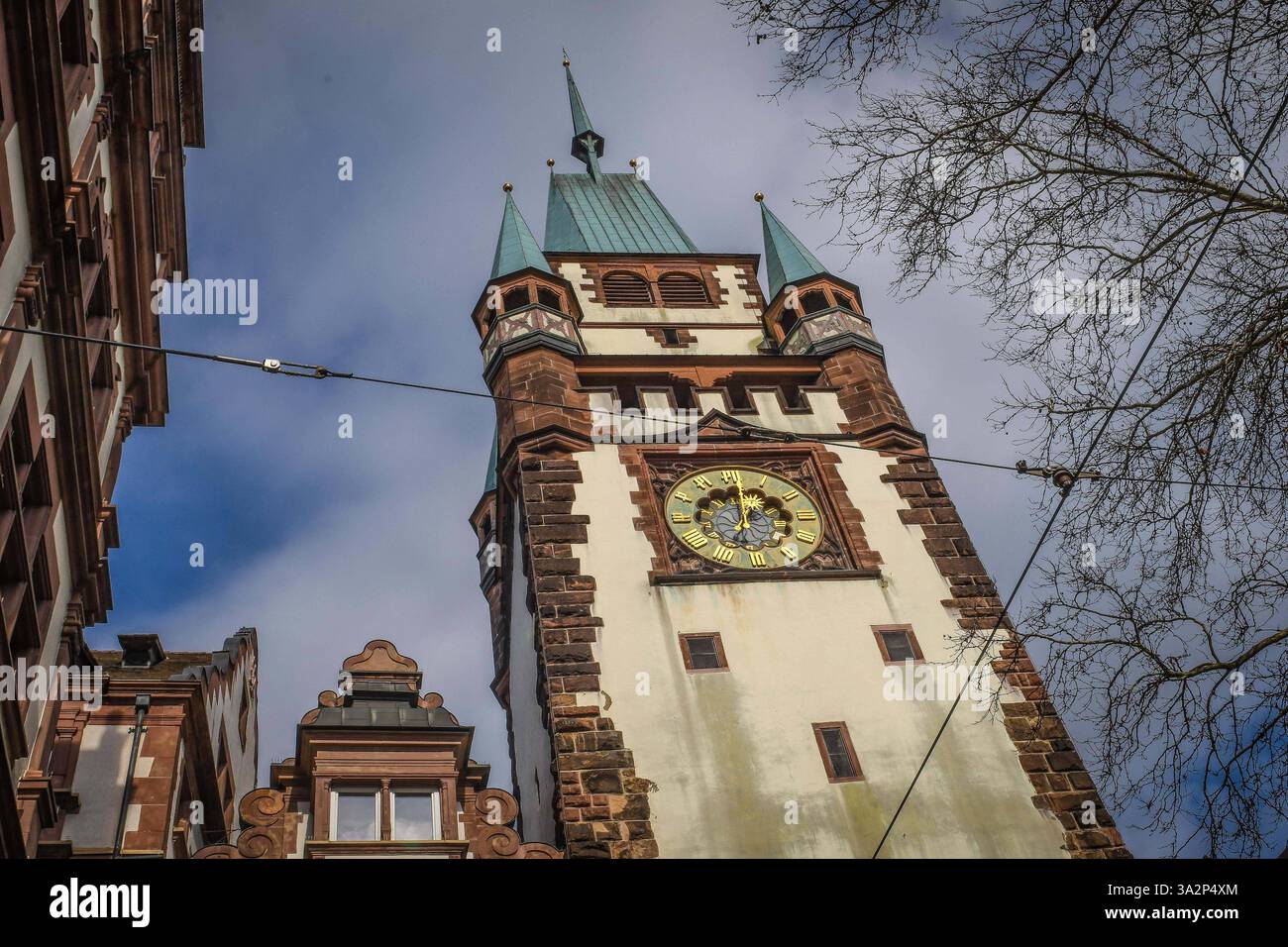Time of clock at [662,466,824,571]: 7:01
